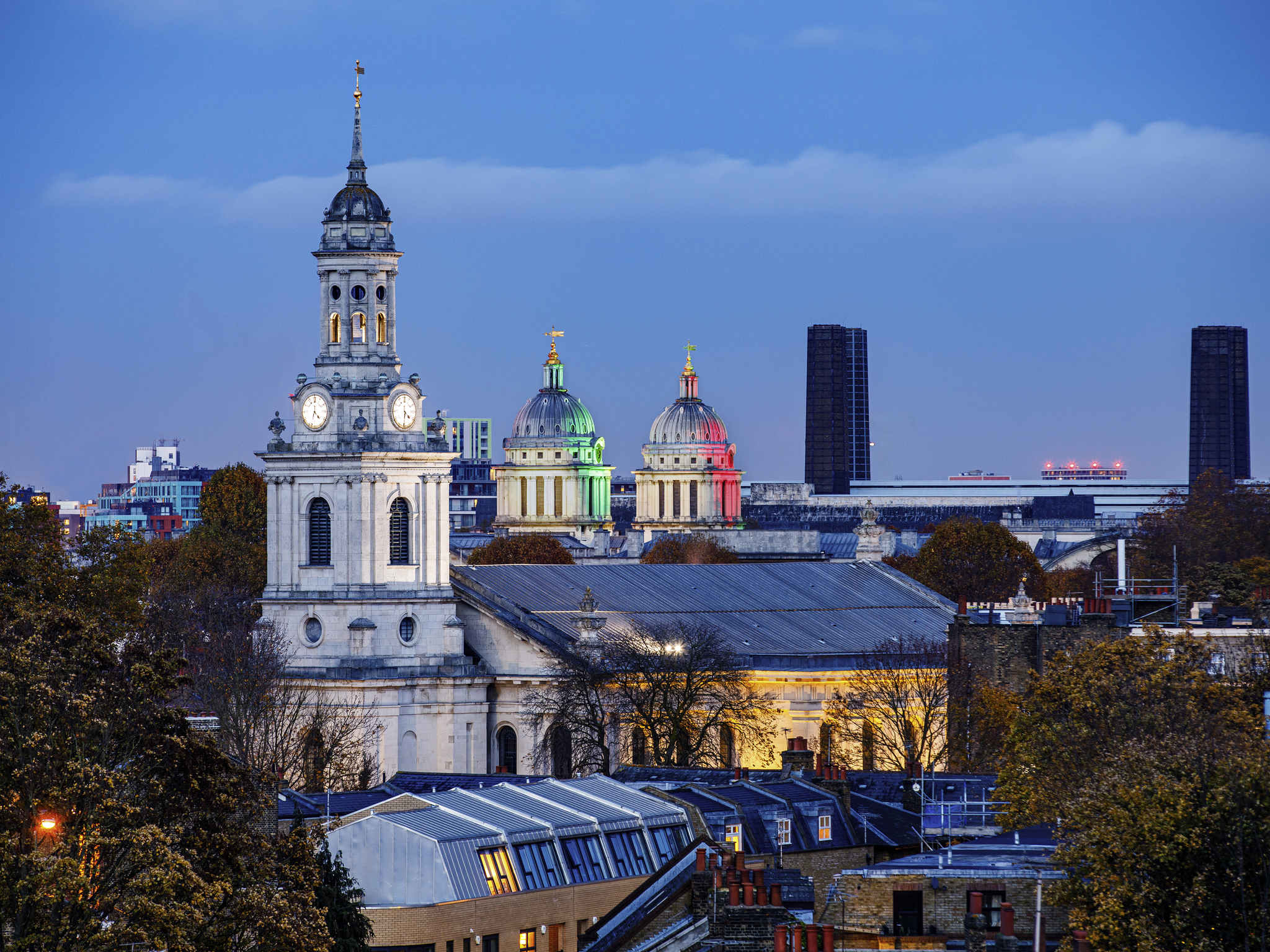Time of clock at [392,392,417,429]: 4:30
